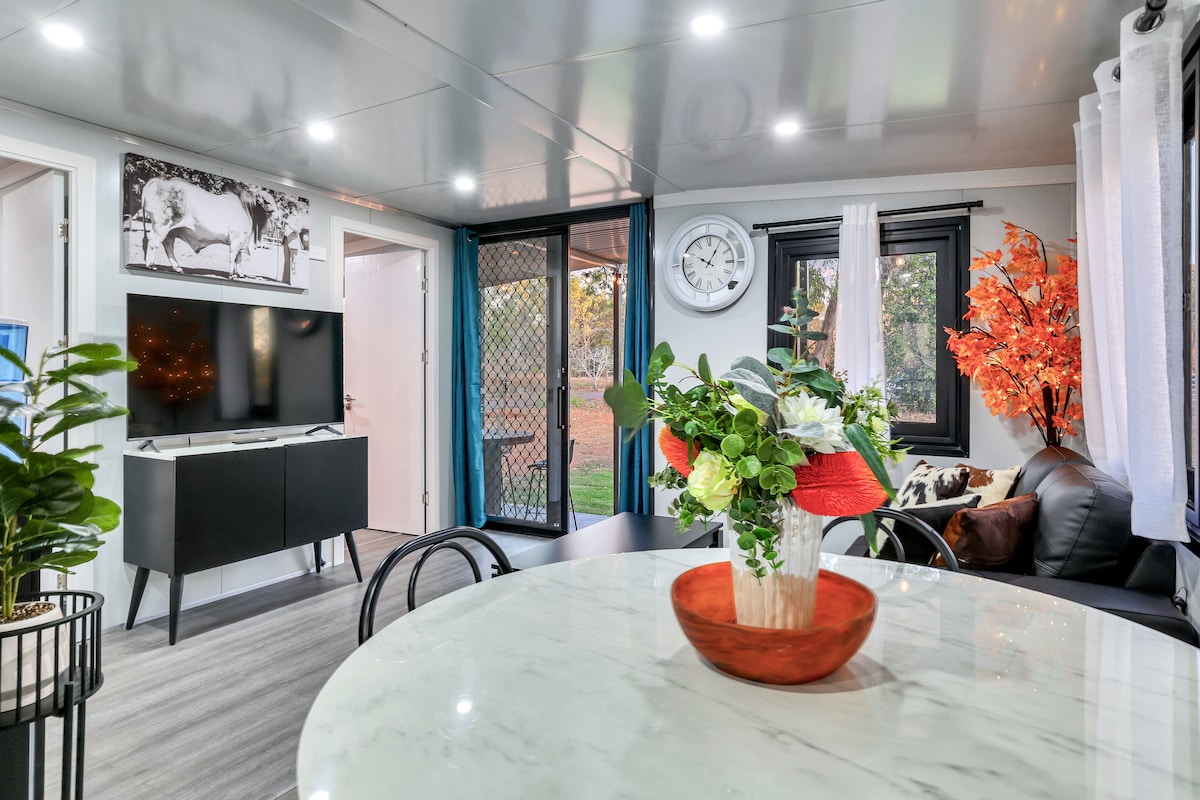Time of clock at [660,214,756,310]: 10:05
